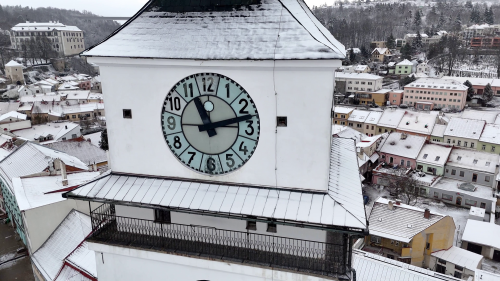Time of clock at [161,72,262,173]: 11:12
